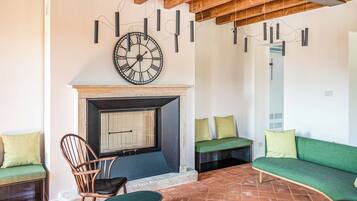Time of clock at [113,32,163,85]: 1:37
